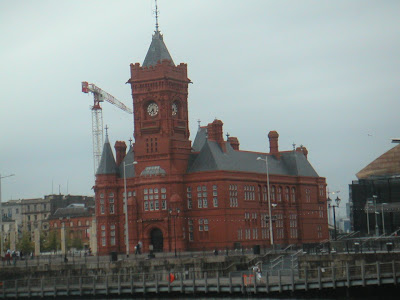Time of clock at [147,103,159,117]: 7:27
